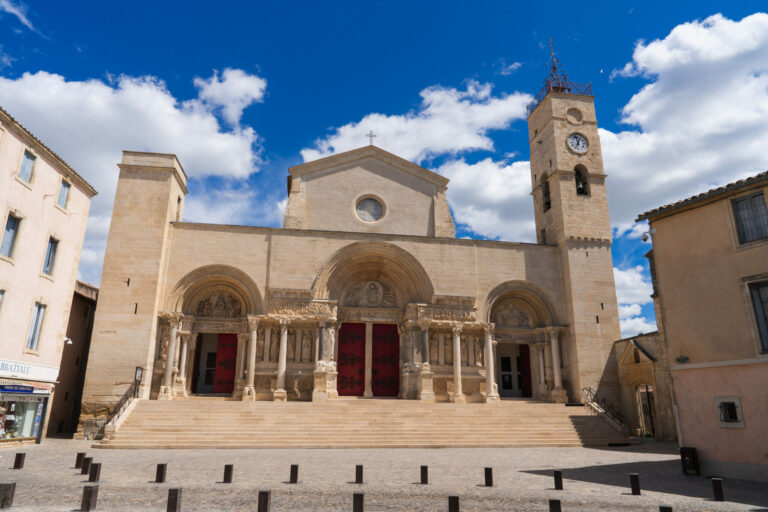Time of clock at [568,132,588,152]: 12:57
